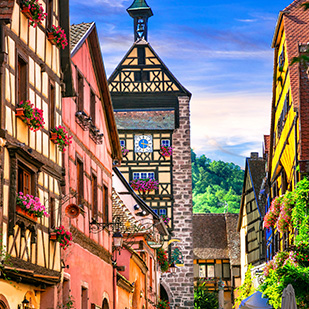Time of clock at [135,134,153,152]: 3:29
